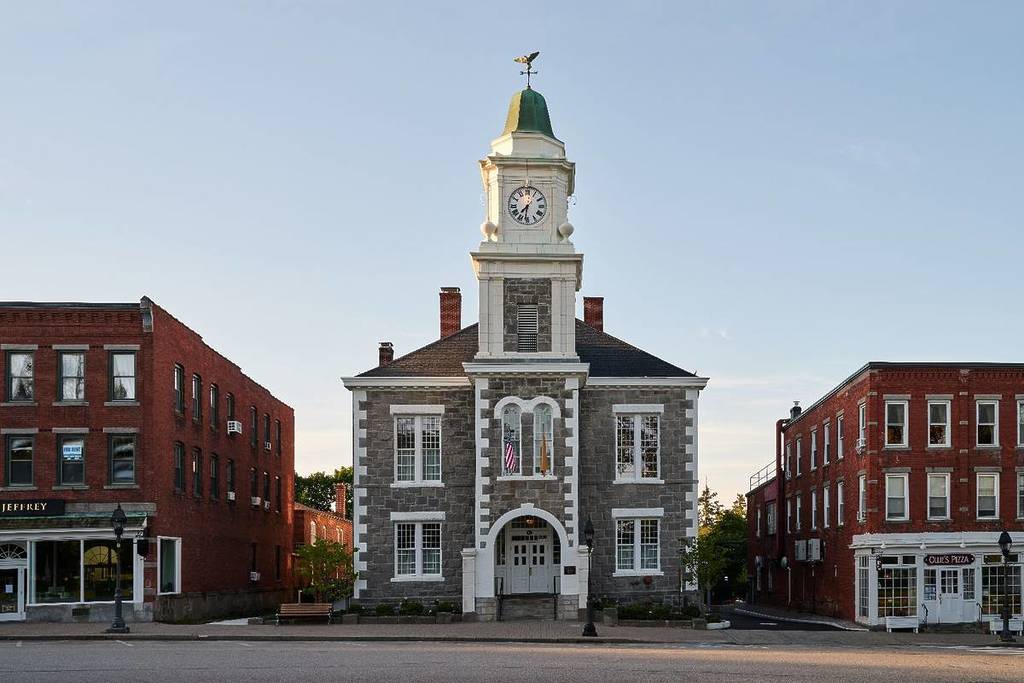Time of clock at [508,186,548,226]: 7:31
